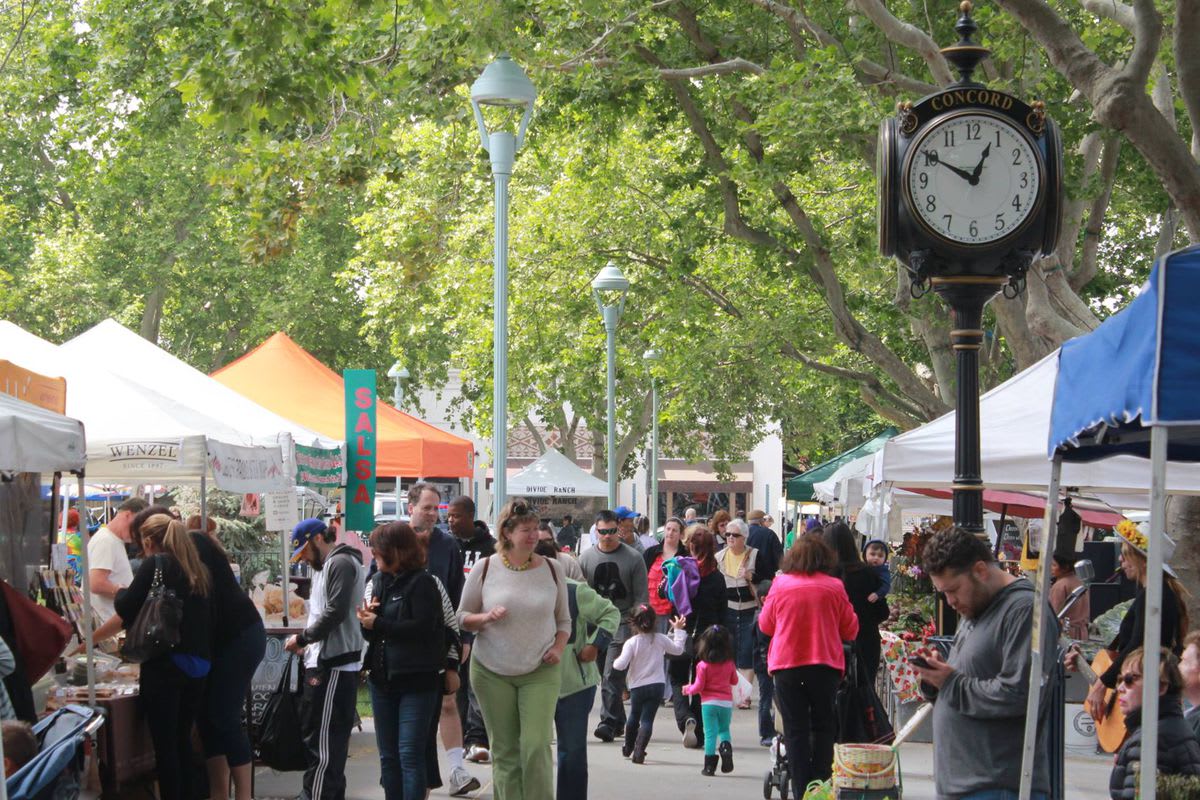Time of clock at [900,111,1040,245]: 12:49
